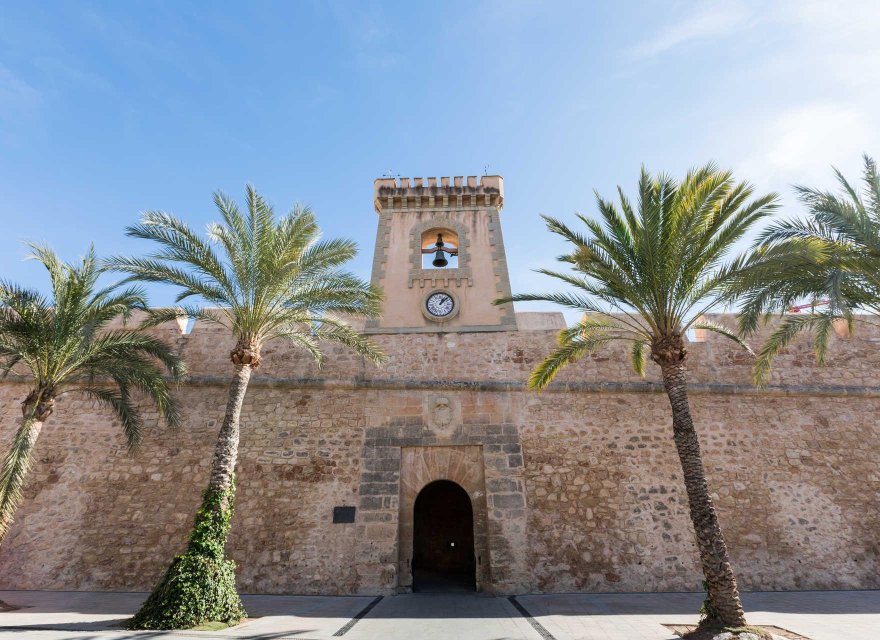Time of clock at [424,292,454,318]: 1:07
